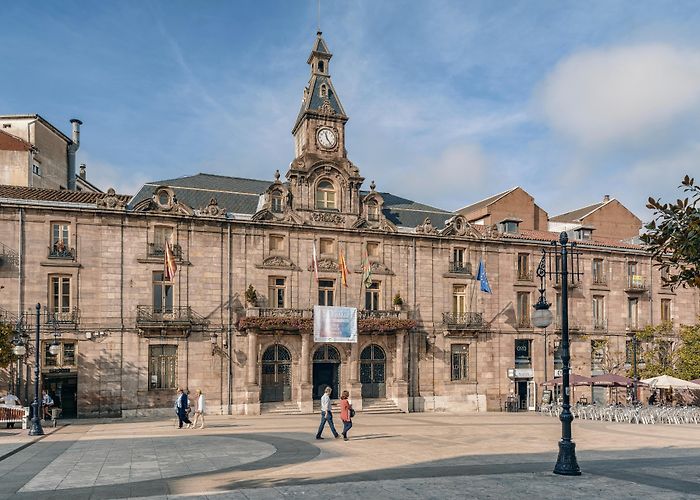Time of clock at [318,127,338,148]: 11:23
